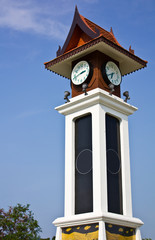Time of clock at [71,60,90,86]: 2:42
